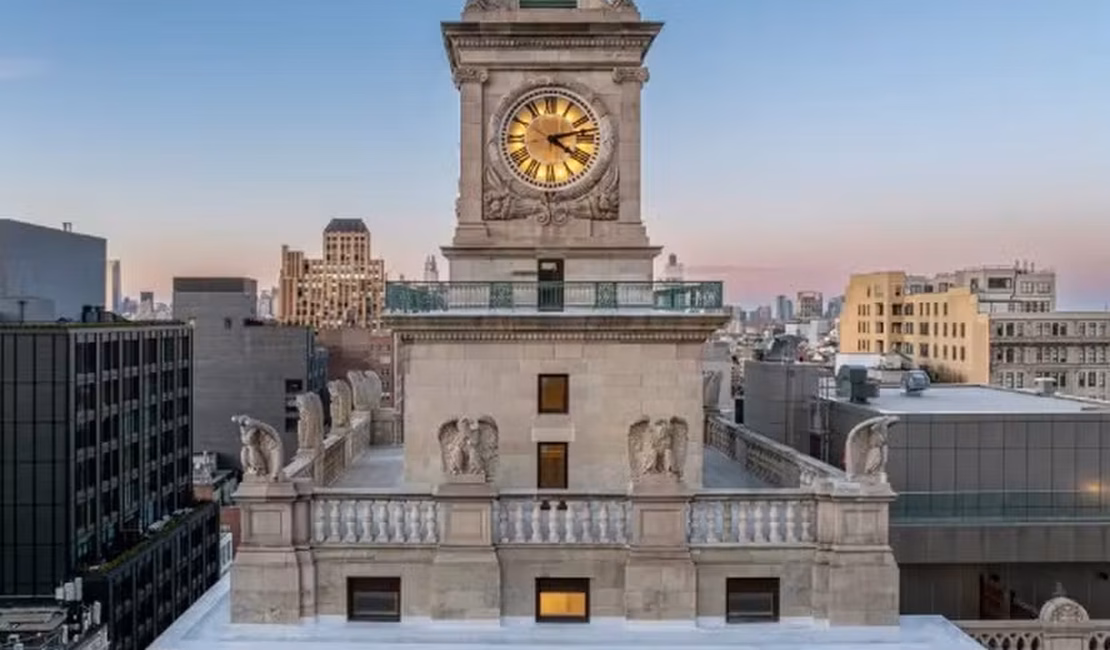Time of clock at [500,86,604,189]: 4:12
